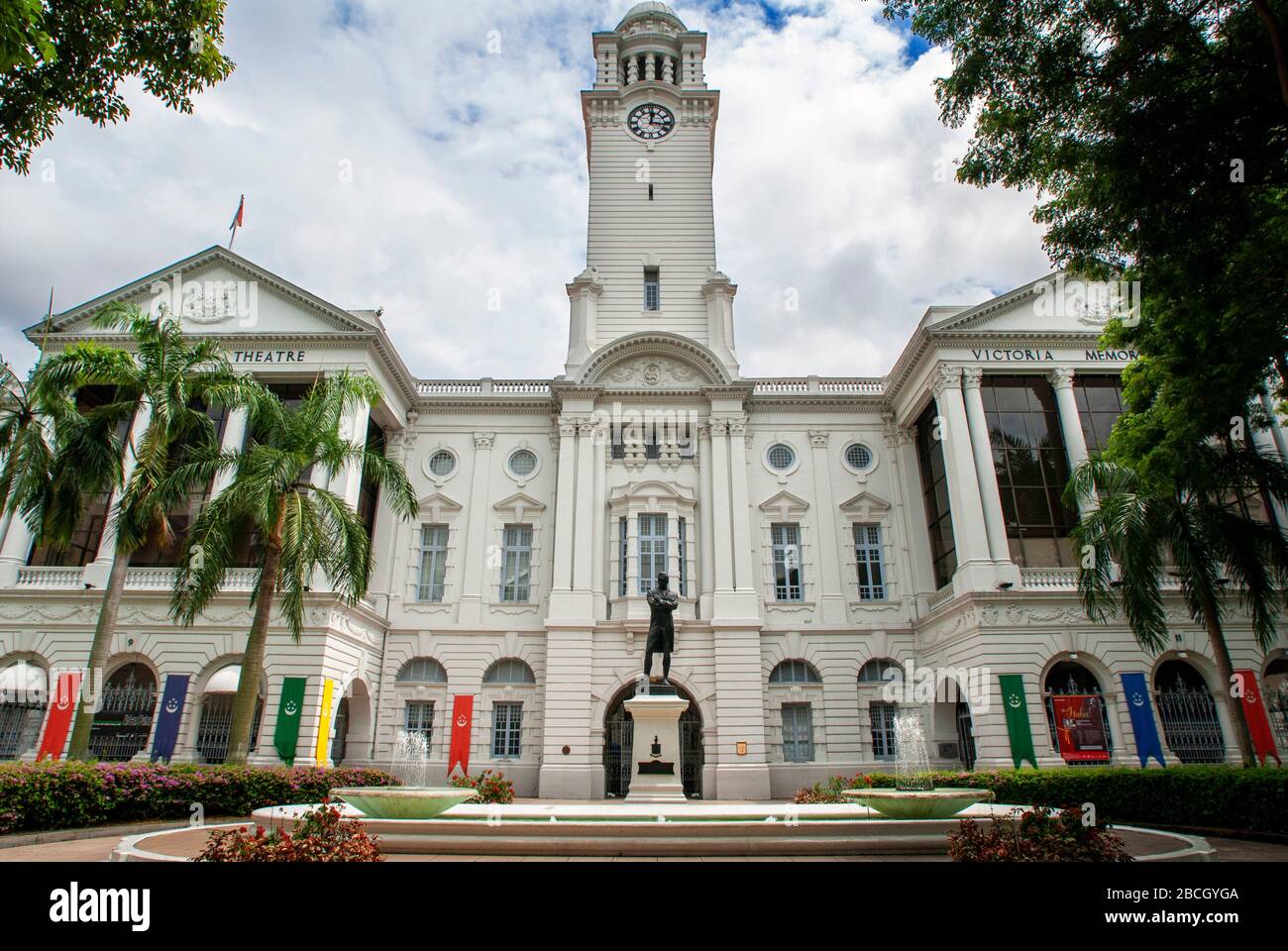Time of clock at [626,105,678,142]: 12:16
